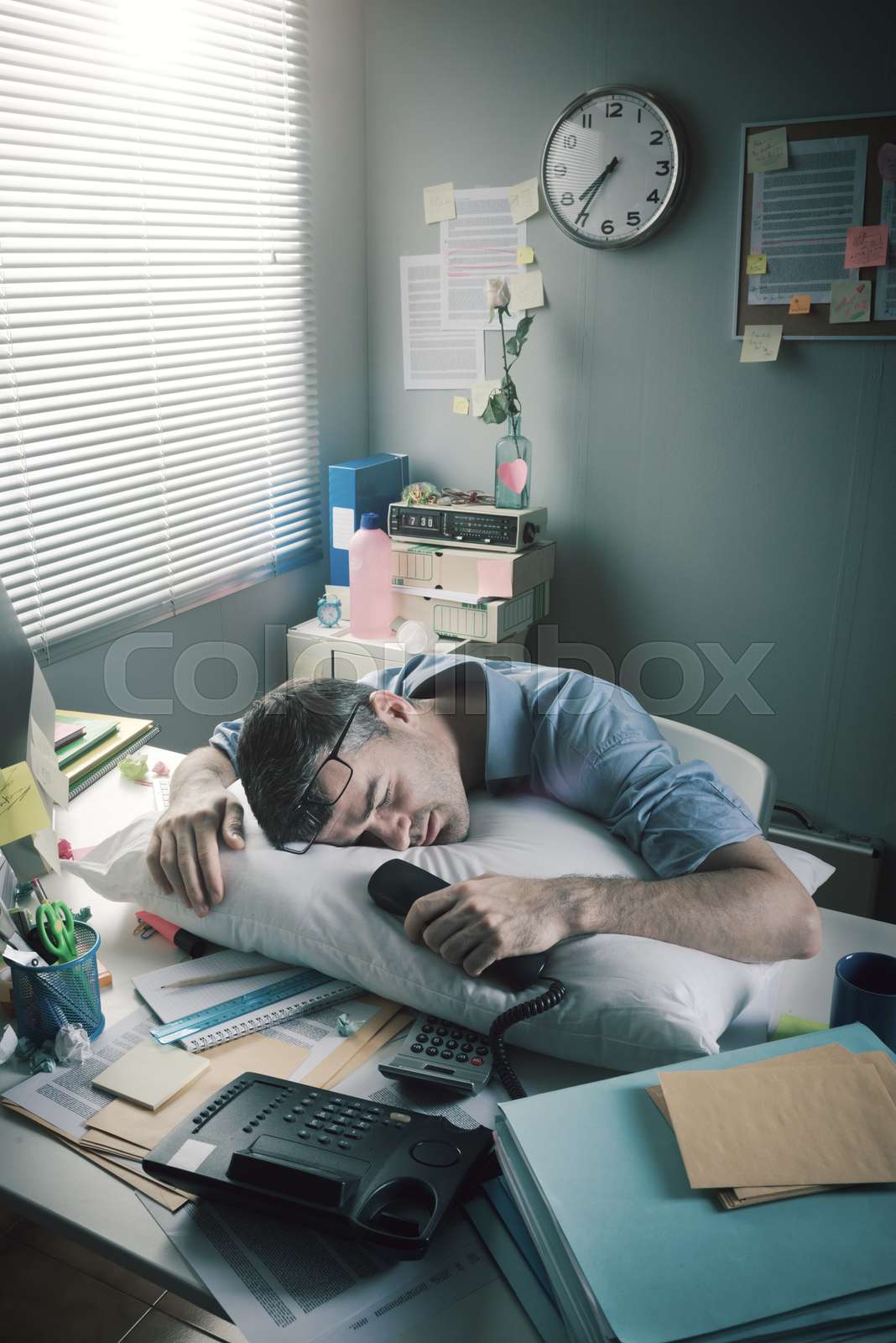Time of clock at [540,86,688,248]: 7:35
